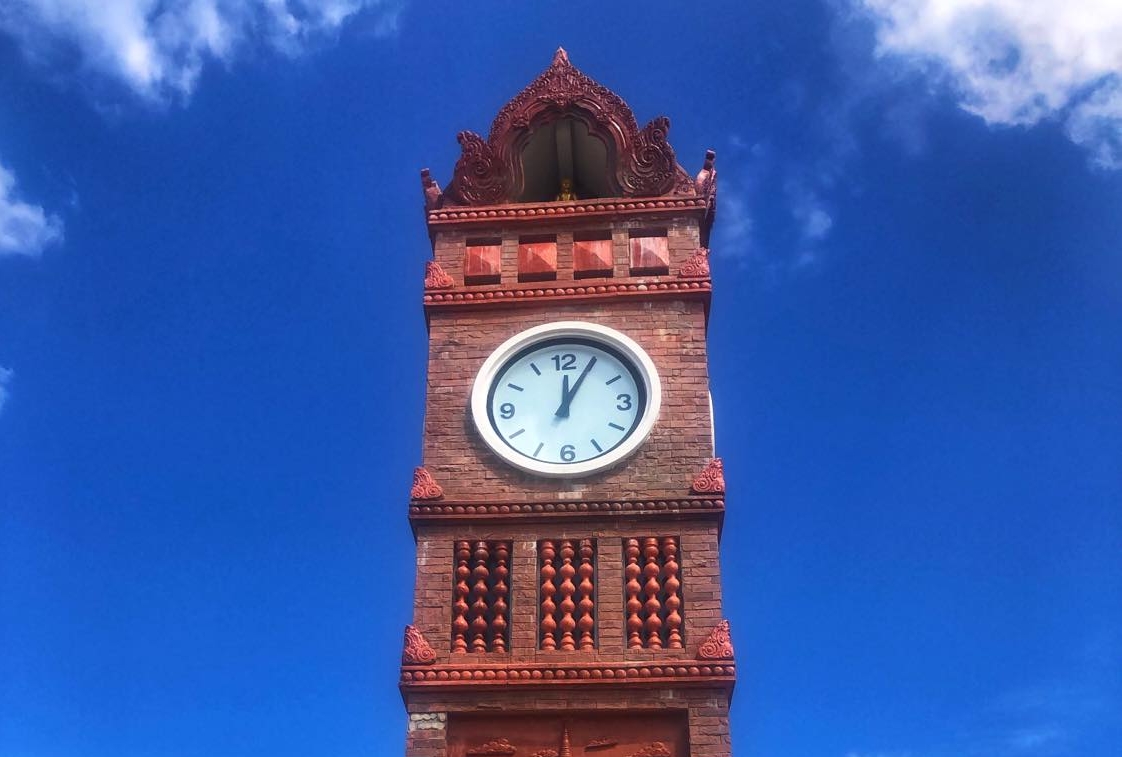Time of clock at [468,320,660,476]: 12:04
